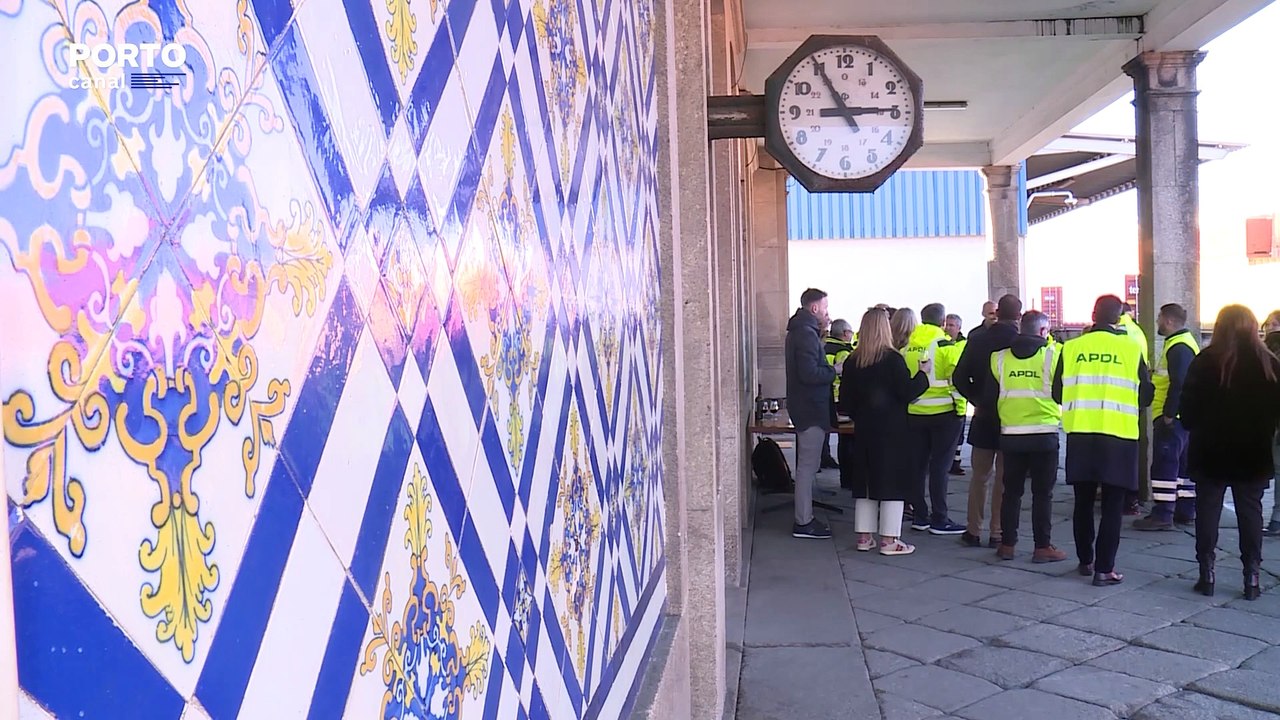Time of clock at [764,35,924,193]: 2:54
